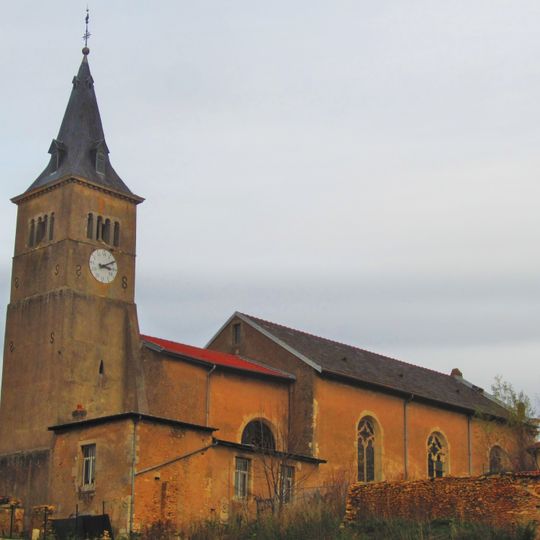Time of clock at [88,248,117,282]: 3:09
